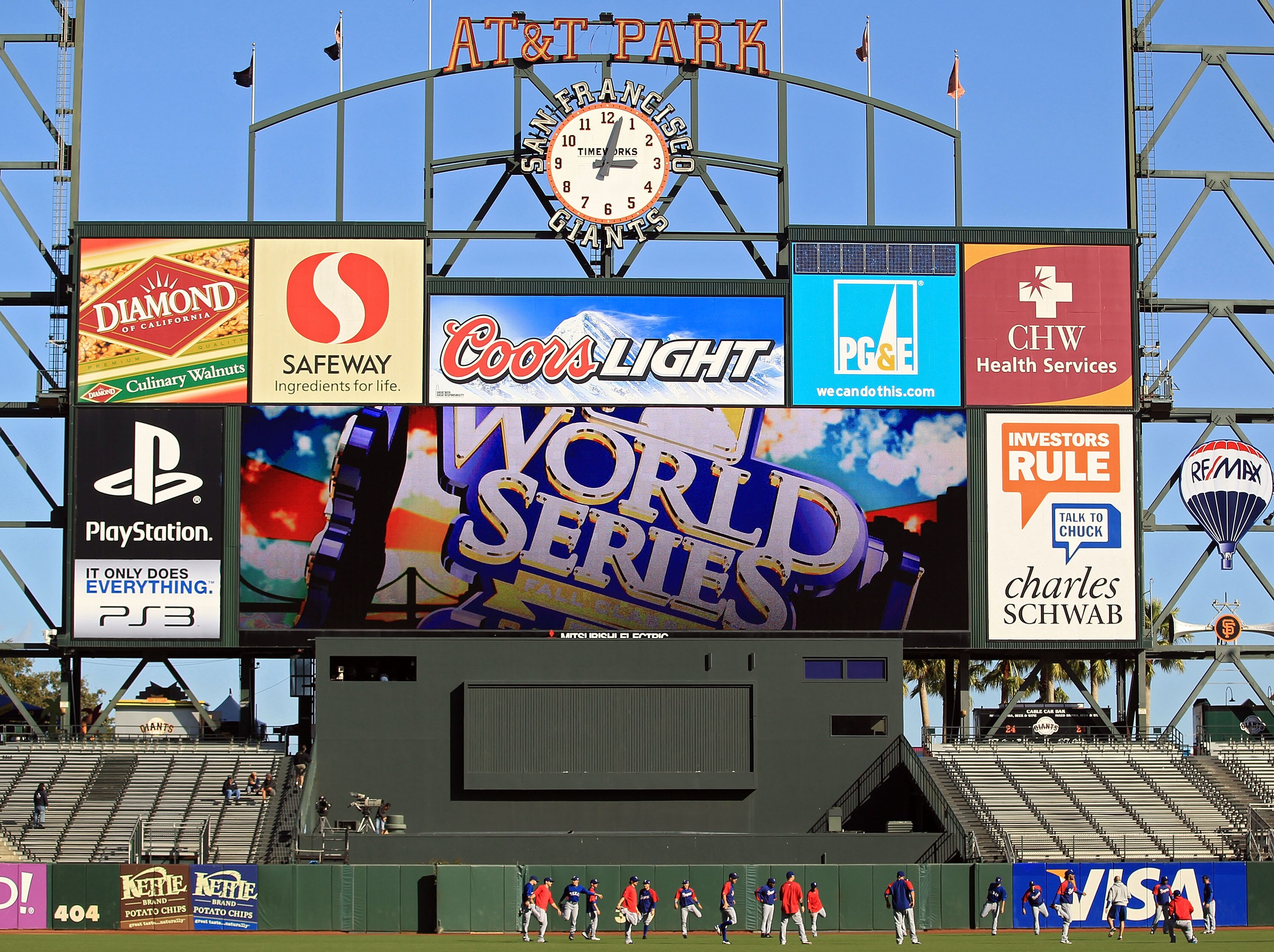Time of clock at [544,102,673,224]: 3:02
